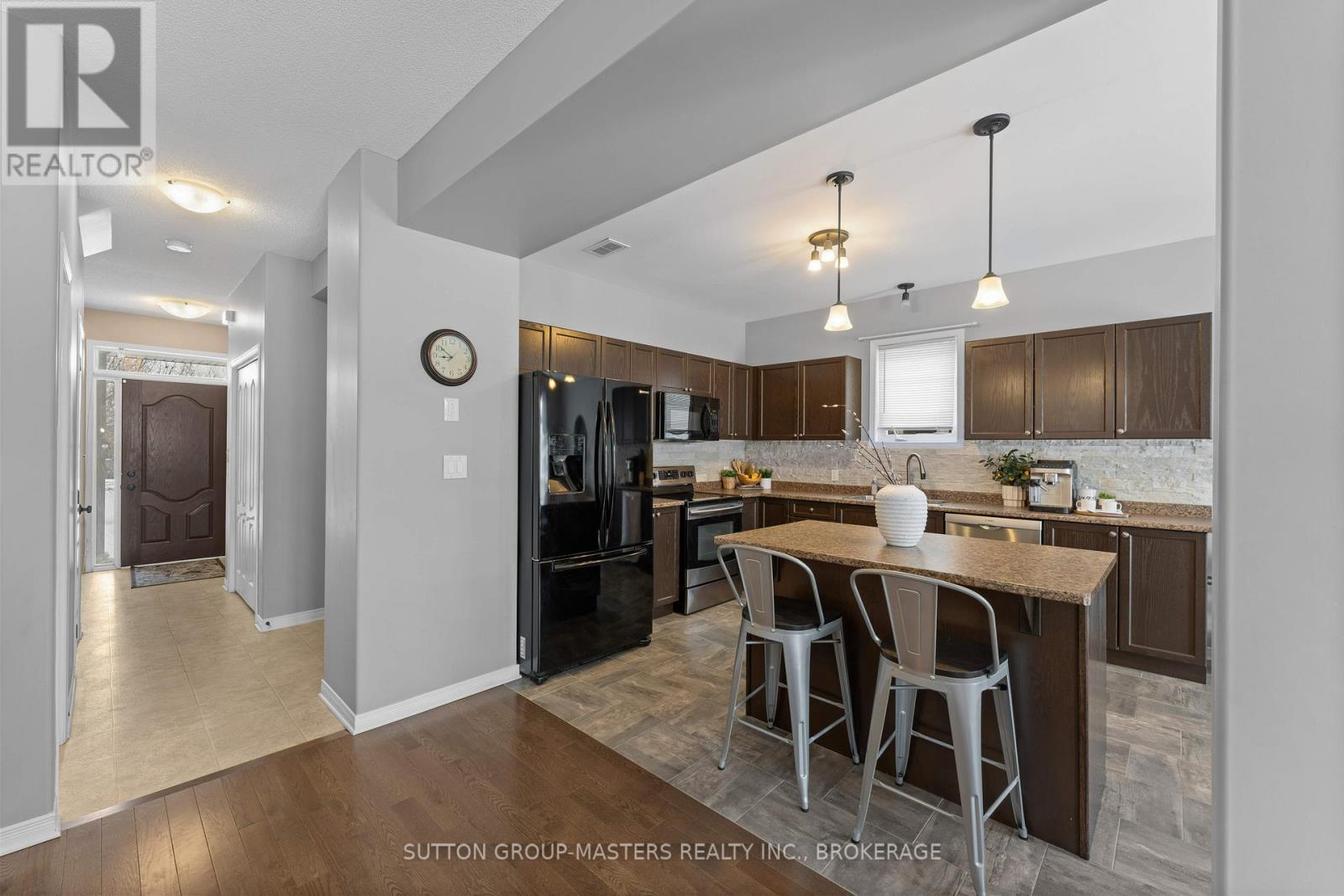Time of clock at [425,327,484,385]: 8:51
